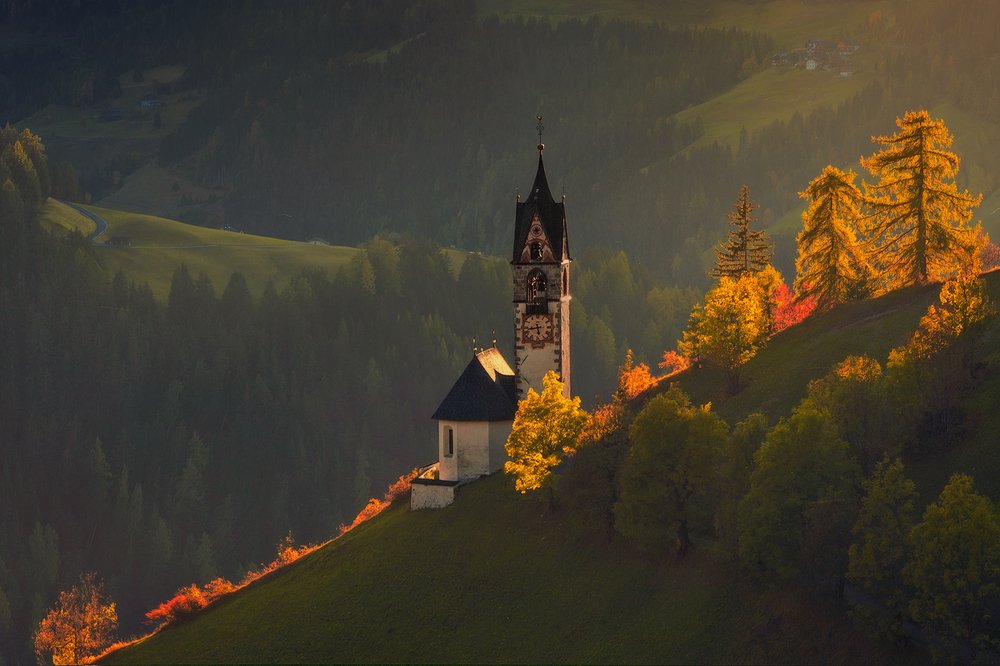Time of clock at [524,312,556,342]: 5:42
